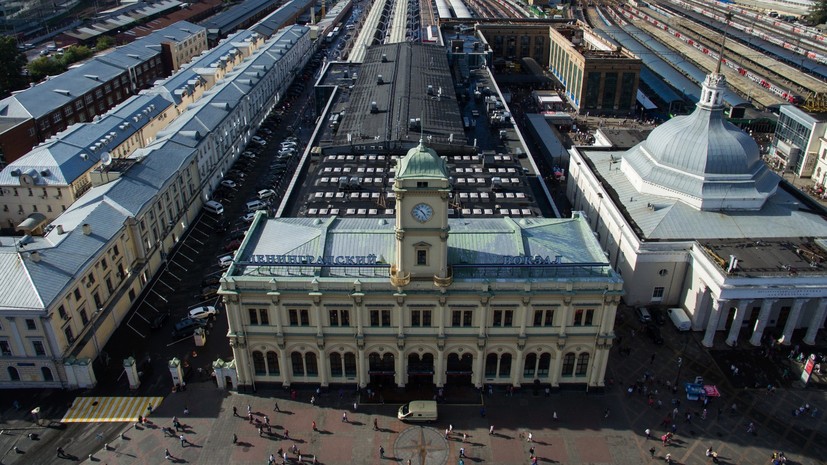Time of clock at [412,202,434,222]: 4:51
